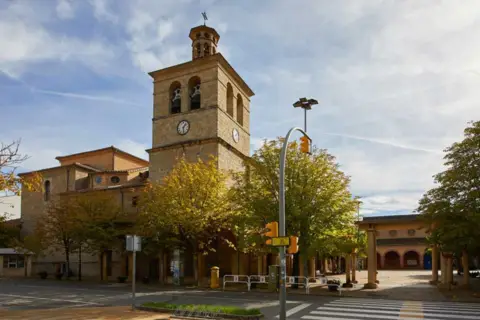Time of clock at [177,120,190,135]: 1:28
